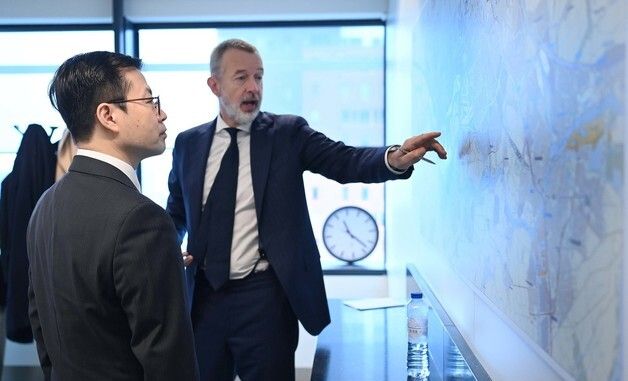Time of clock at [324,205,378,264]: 11:22
